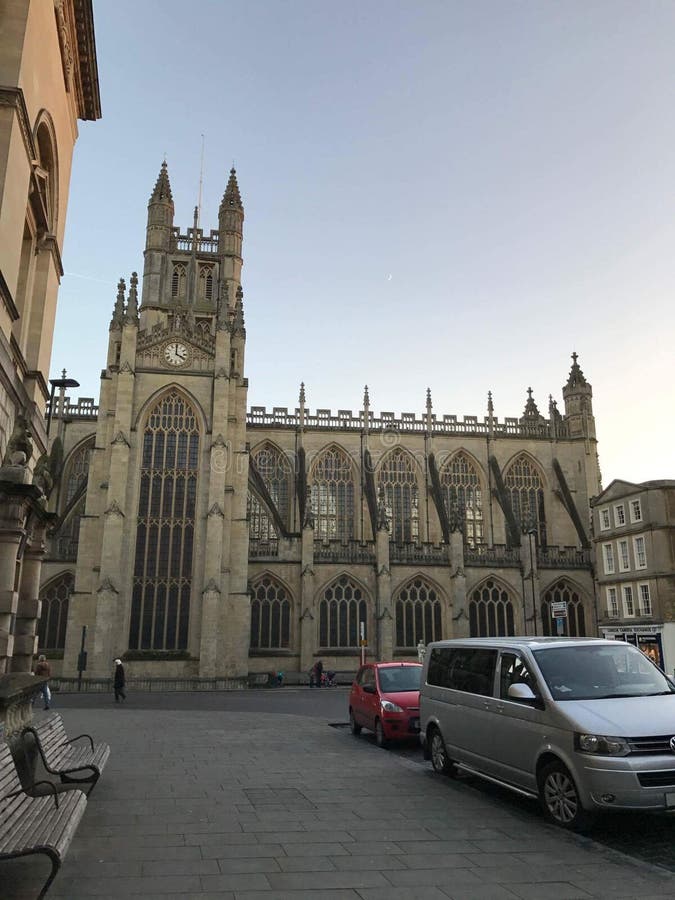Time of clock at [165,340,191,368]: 4:00
